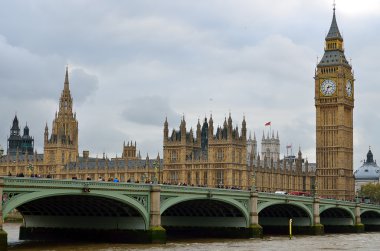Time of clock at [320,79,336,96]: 2:33
